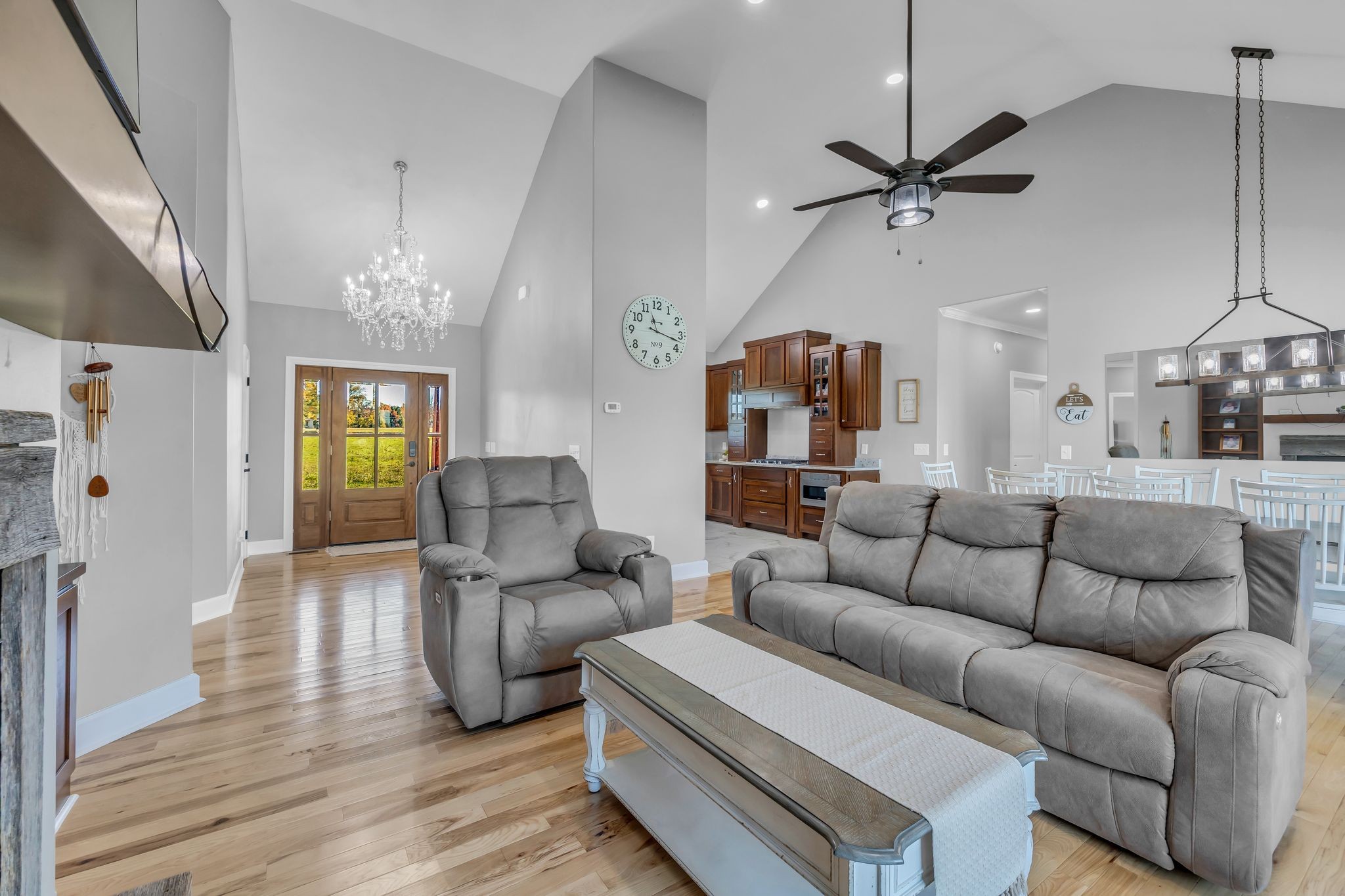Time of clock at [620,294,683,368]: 11:17
